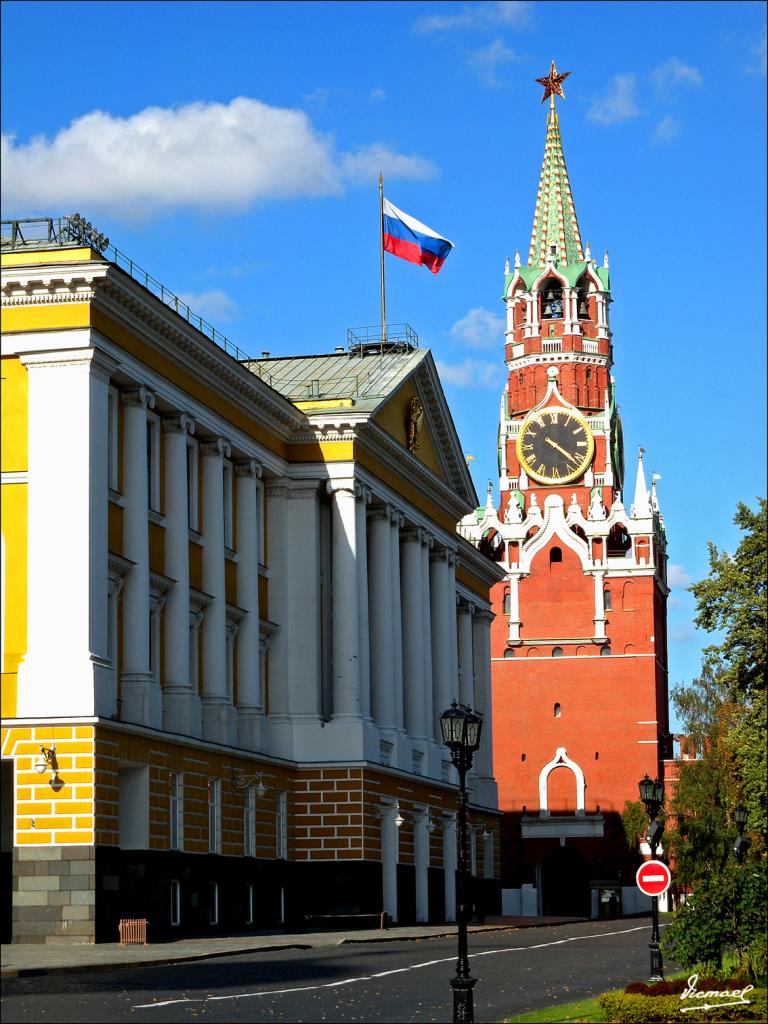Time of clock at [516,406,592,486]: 4:21
